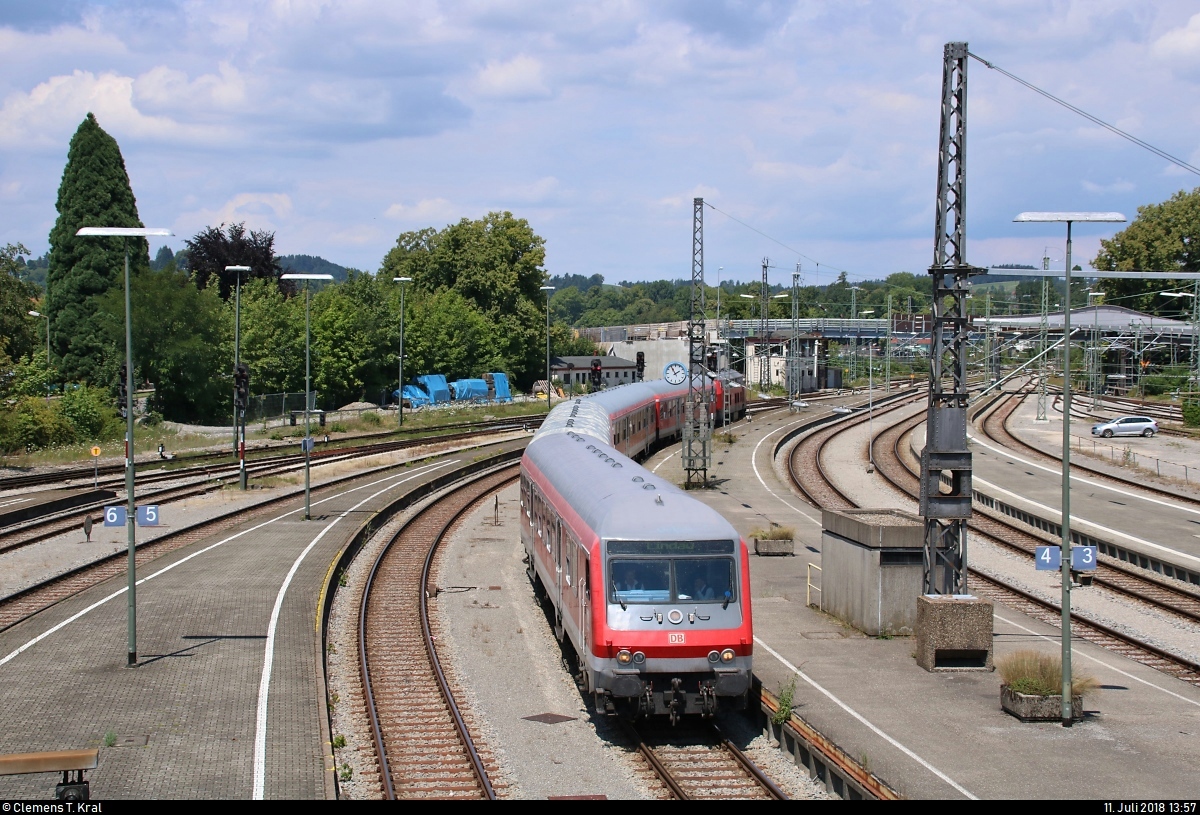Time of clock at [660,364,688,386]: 1:54
